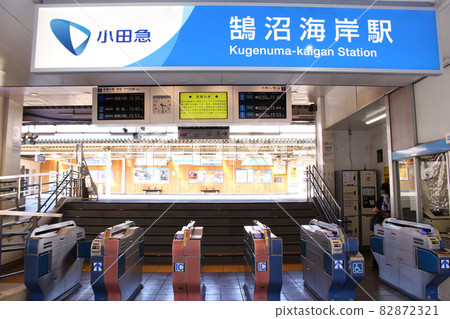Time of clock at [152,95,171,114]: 3:28
